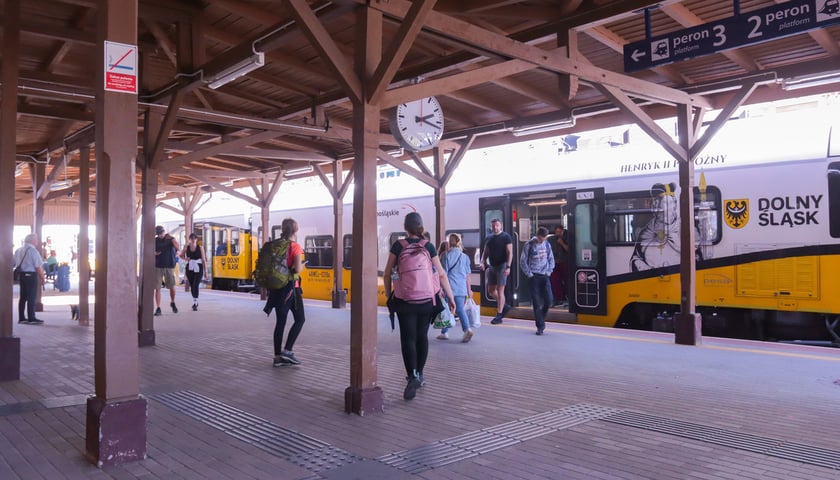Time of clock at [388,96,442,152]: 2:17
